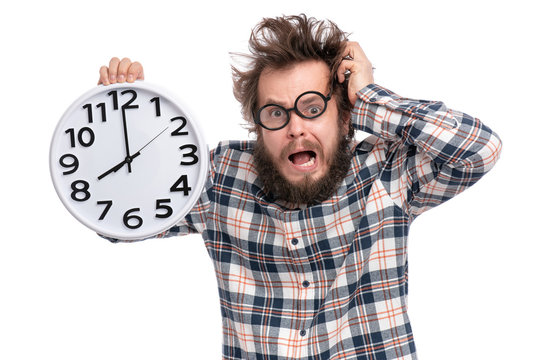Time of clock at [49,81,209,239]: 7:59
